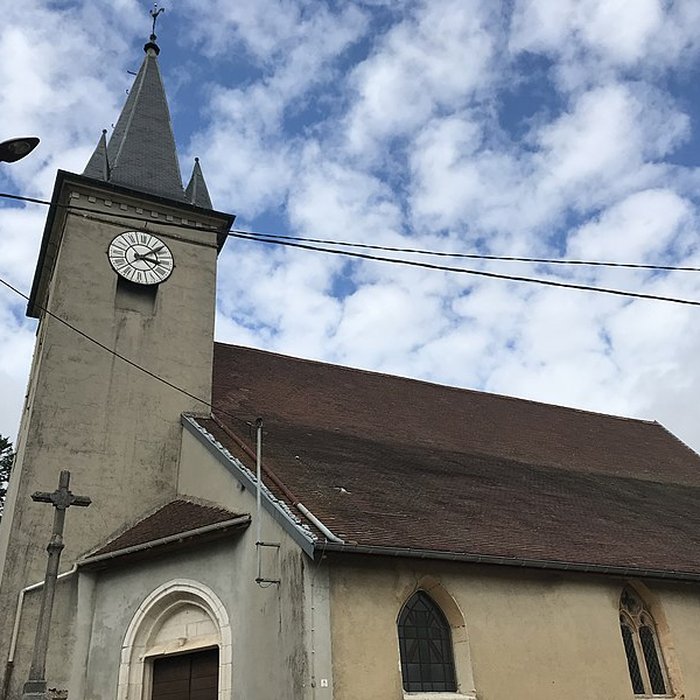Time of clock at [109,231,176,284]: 3:07
